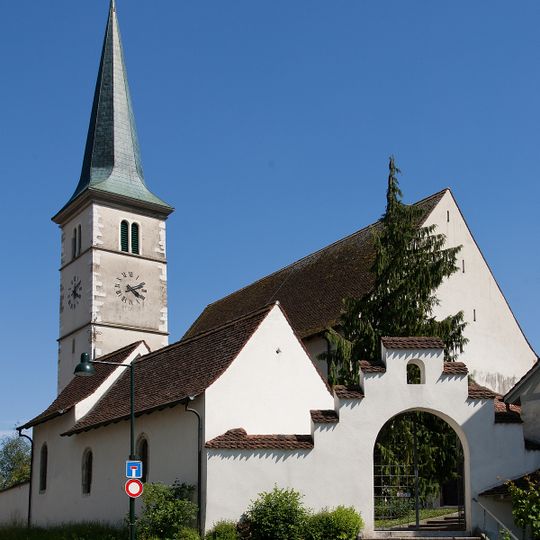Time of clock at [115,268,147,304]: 4:11
